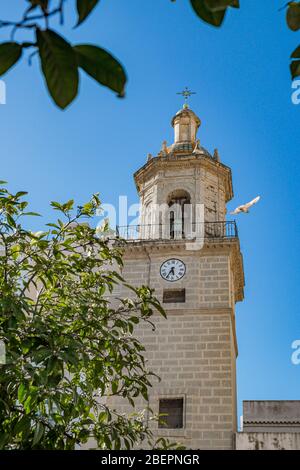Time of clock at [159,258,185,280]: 5:35
